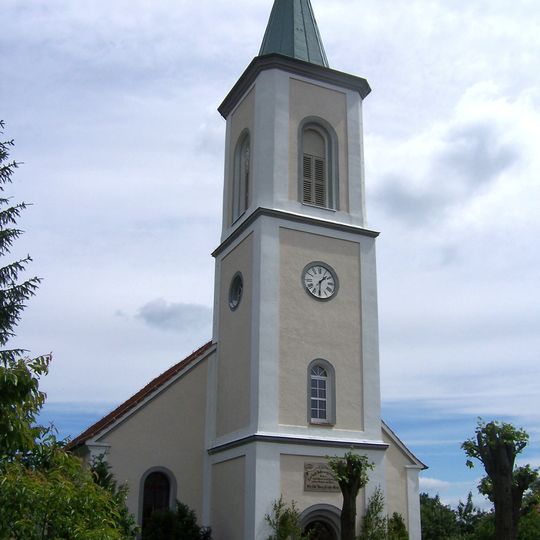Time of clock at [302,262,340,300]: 1:30
